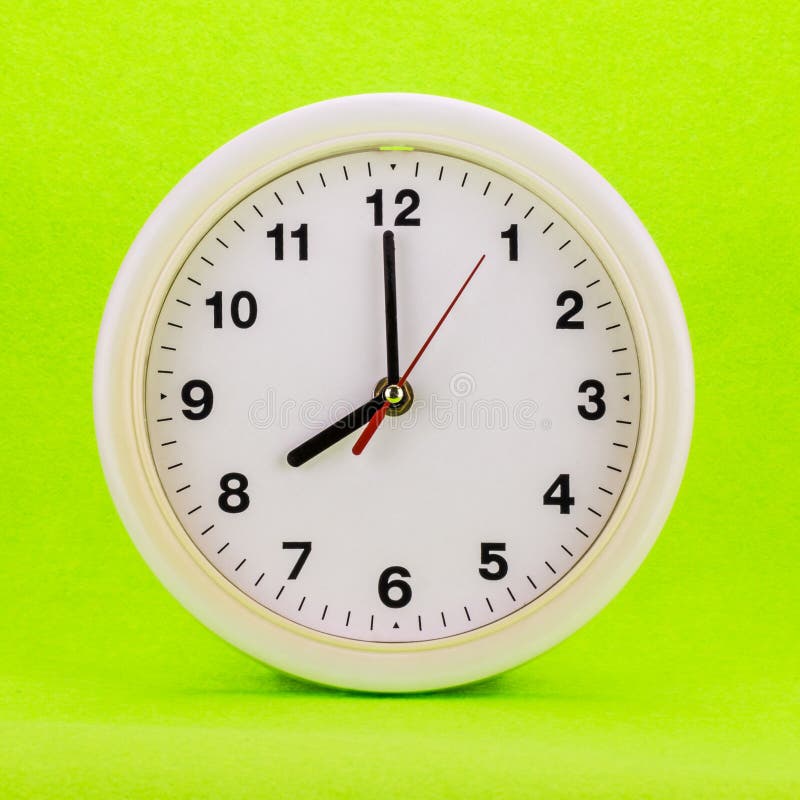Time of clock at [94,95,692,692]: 7:59
